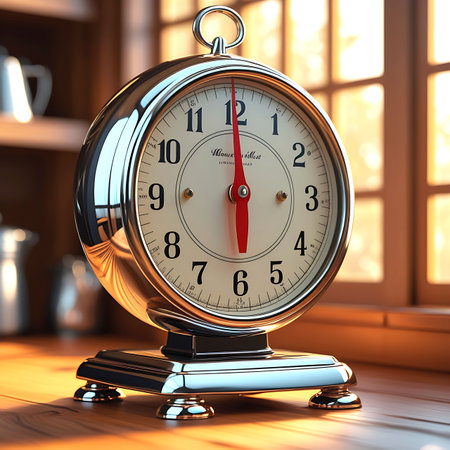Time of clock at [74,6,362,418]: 5:59
